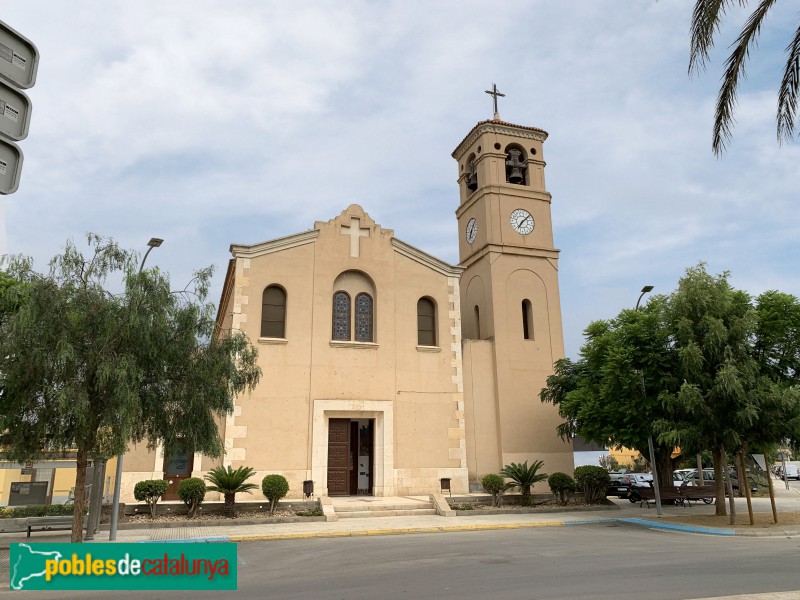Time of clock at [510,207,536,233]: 7:08
